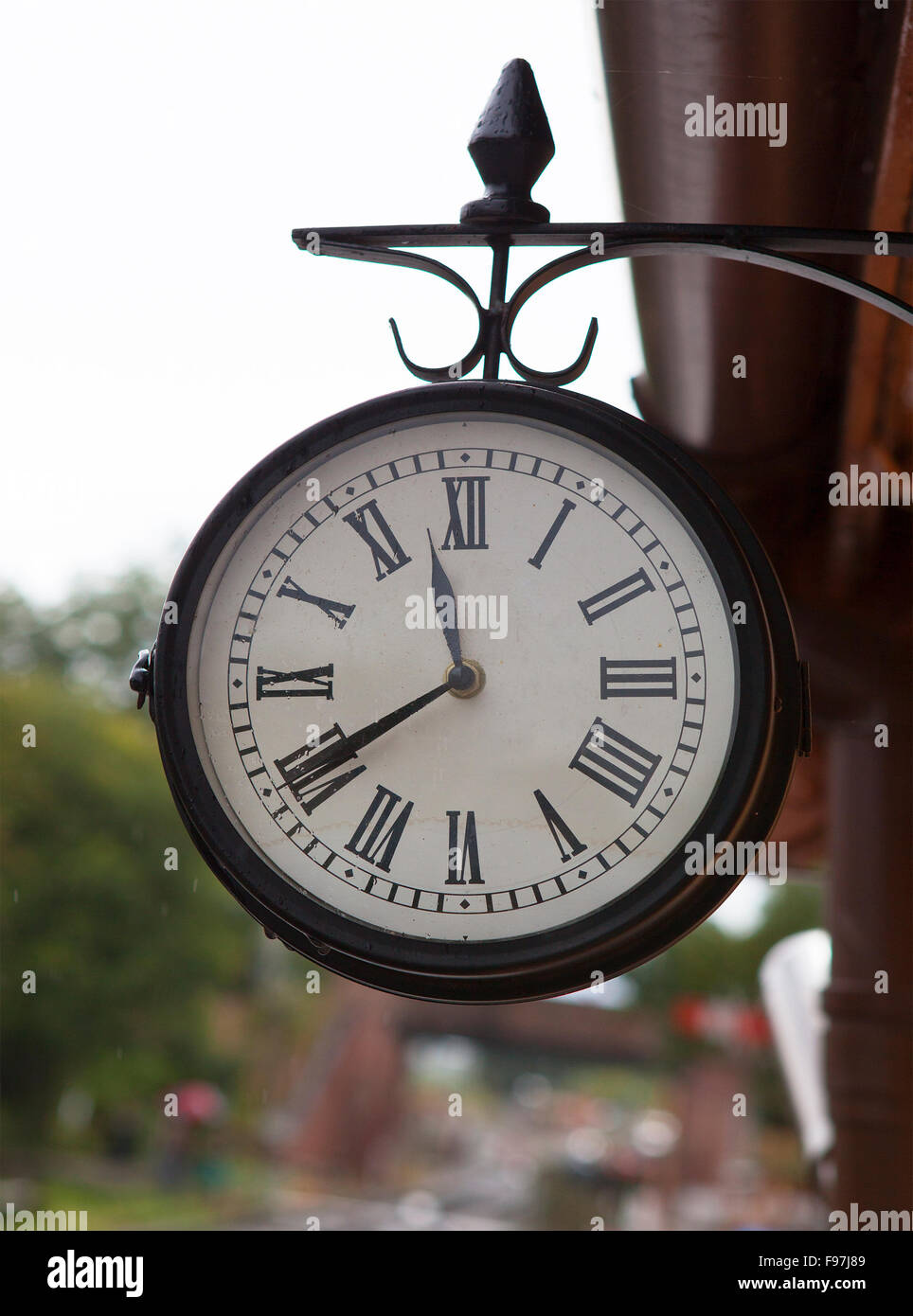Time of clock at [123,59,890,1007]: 11:39
